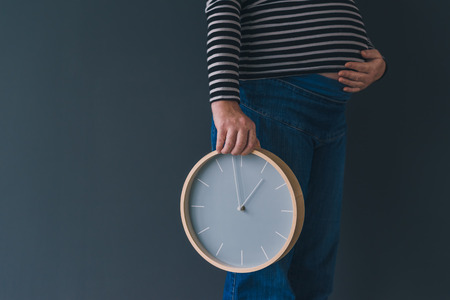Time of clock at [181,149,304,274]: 12:58
